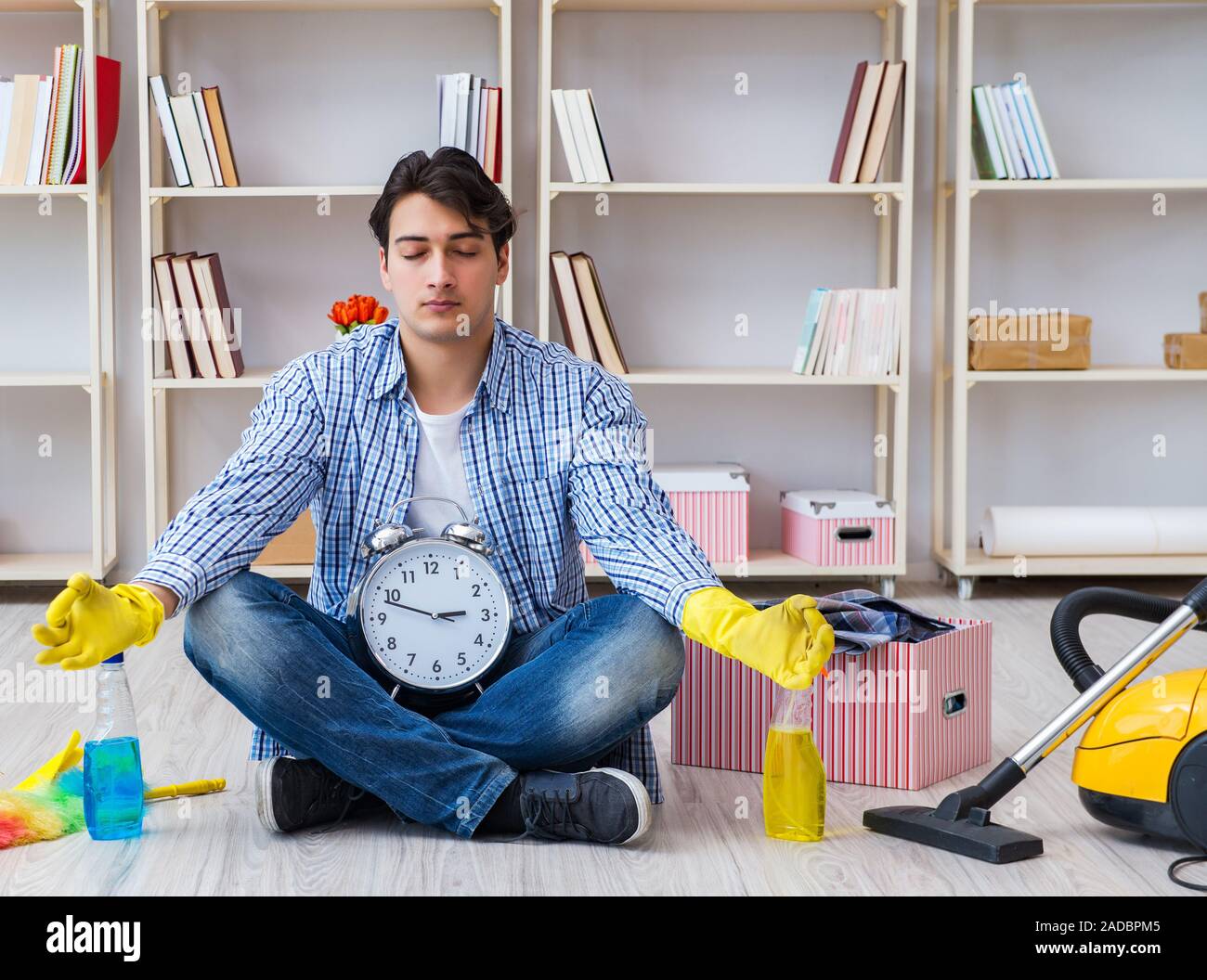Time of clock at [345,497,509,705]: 2:48
